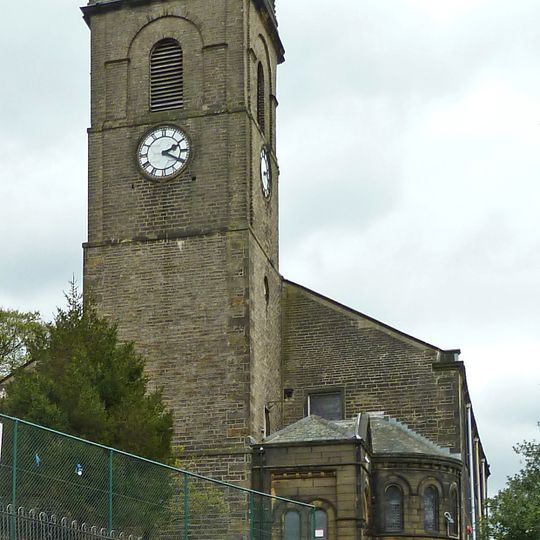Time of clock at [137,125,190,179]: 2:19
